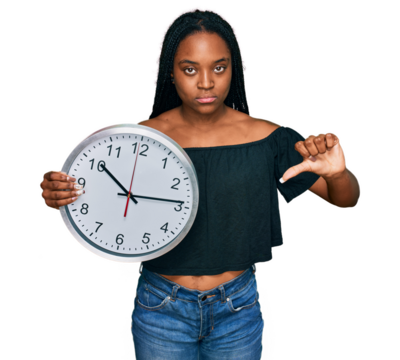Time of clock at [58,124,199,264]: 10:13
